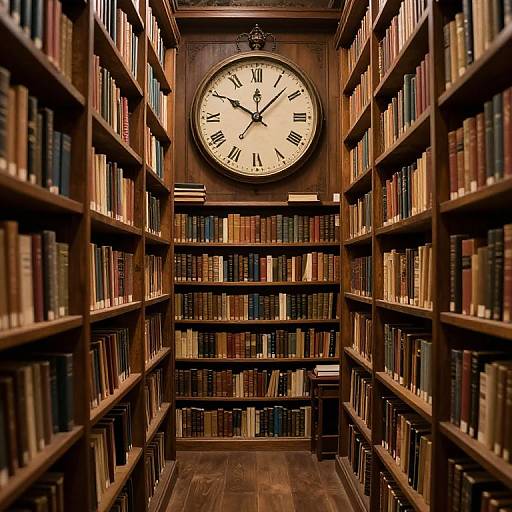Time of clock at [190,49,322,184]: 10:07
